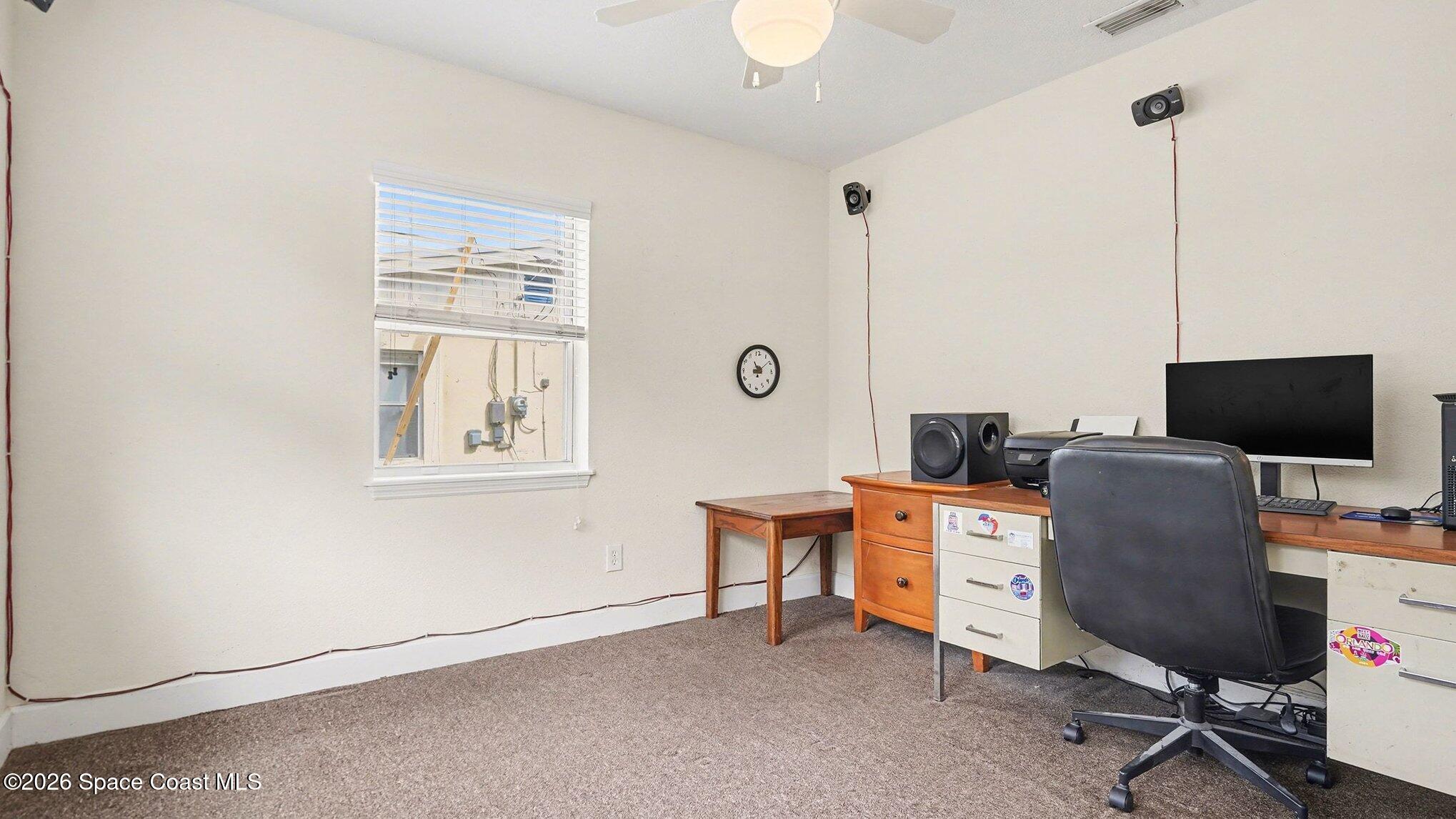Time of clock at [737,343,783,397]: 11:08
